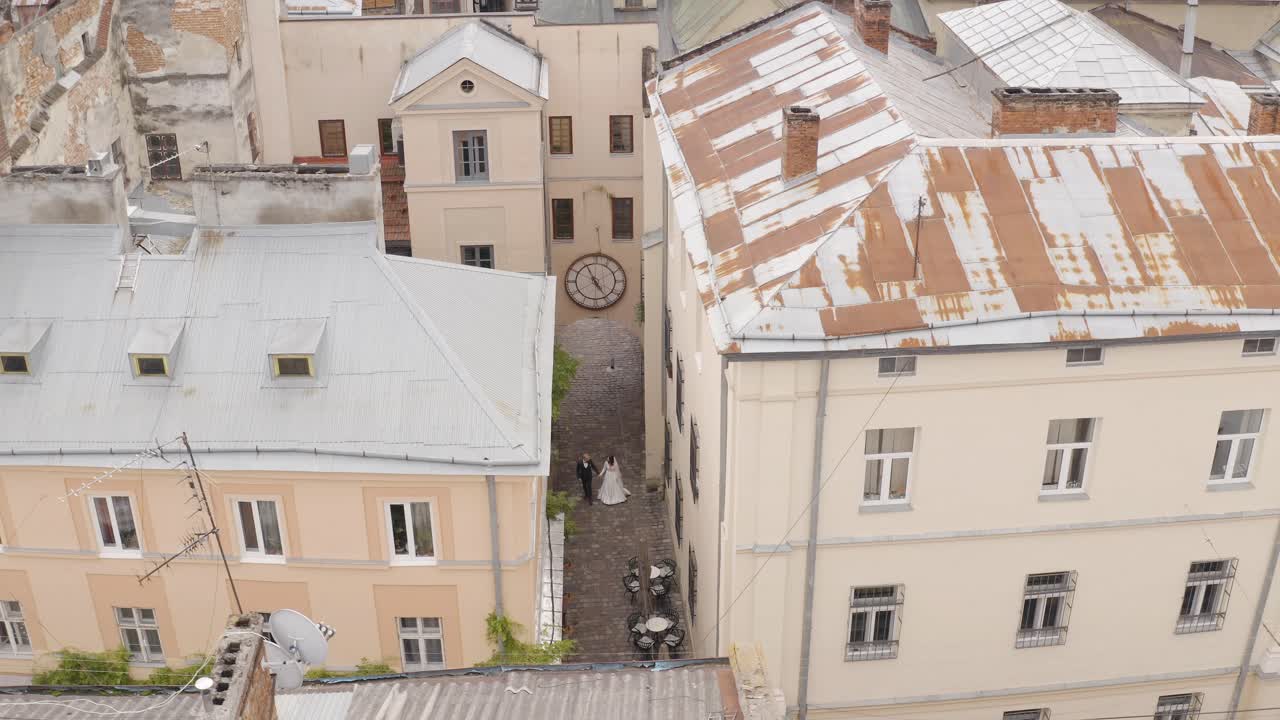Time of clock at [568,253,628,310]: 4:55
